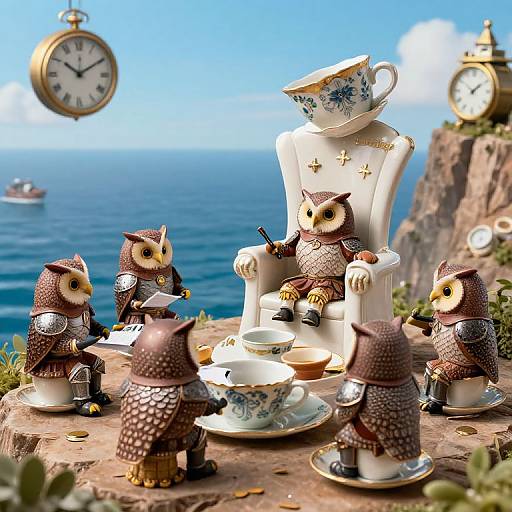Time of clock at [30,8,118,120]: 10:09
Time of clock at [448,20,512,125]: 1:50
